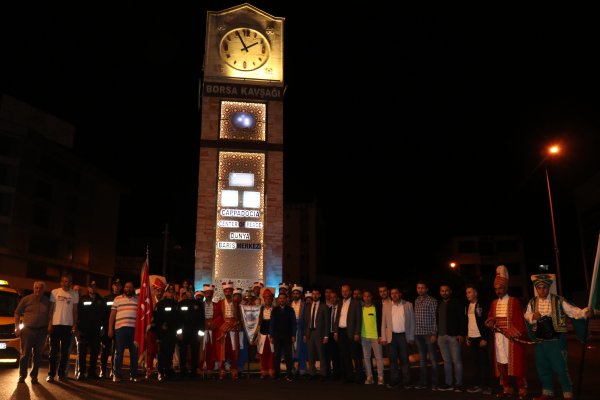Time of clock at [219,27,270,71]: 1:55
